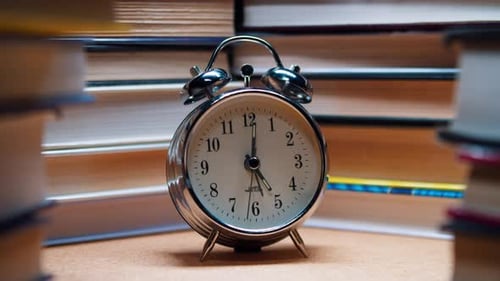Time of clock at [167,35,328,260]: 5:01
